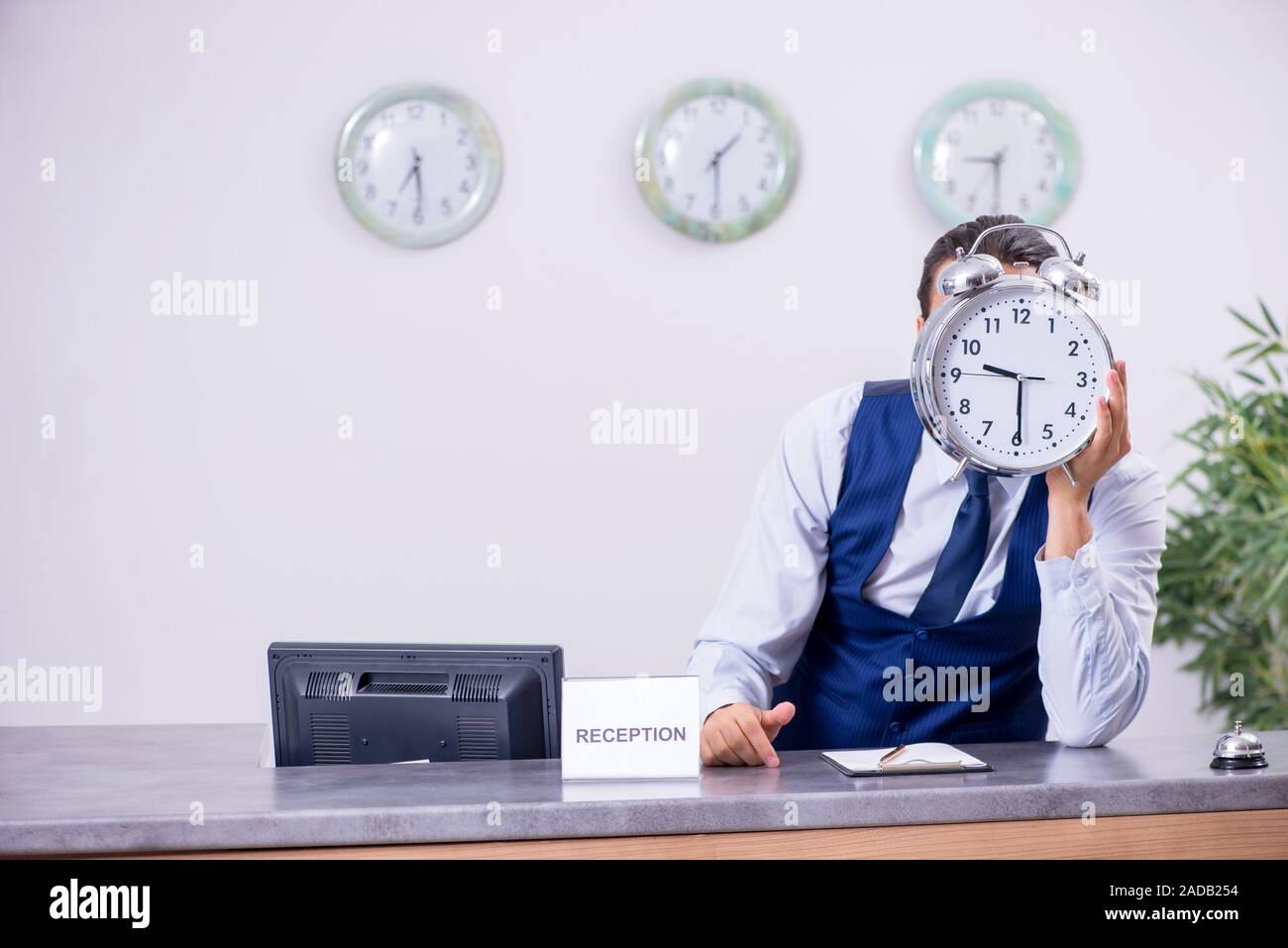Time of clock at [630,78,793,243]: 1:29
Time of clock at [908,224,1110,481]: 9:29
